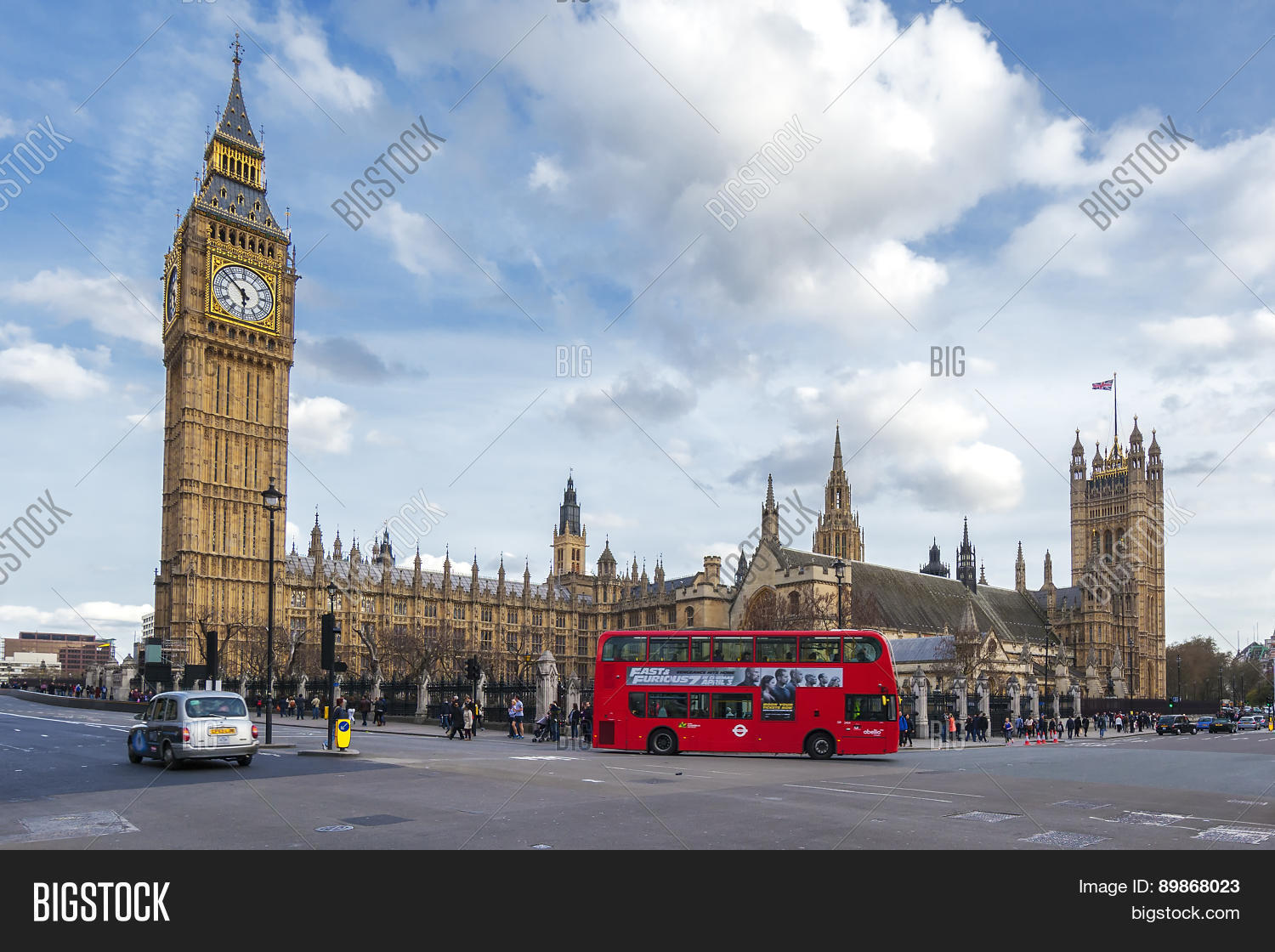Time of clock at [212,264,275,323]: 5:51
